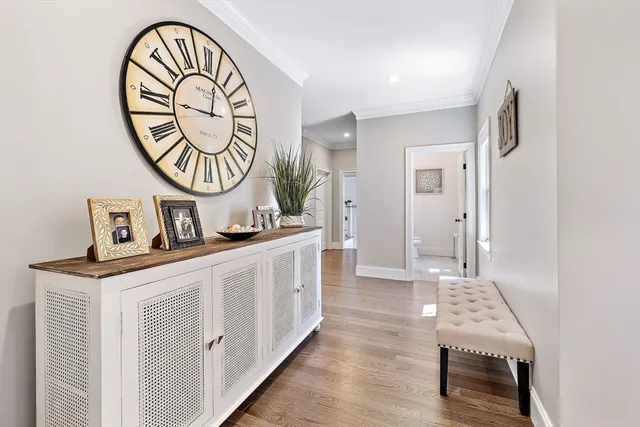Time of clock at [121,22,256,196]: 9:01
